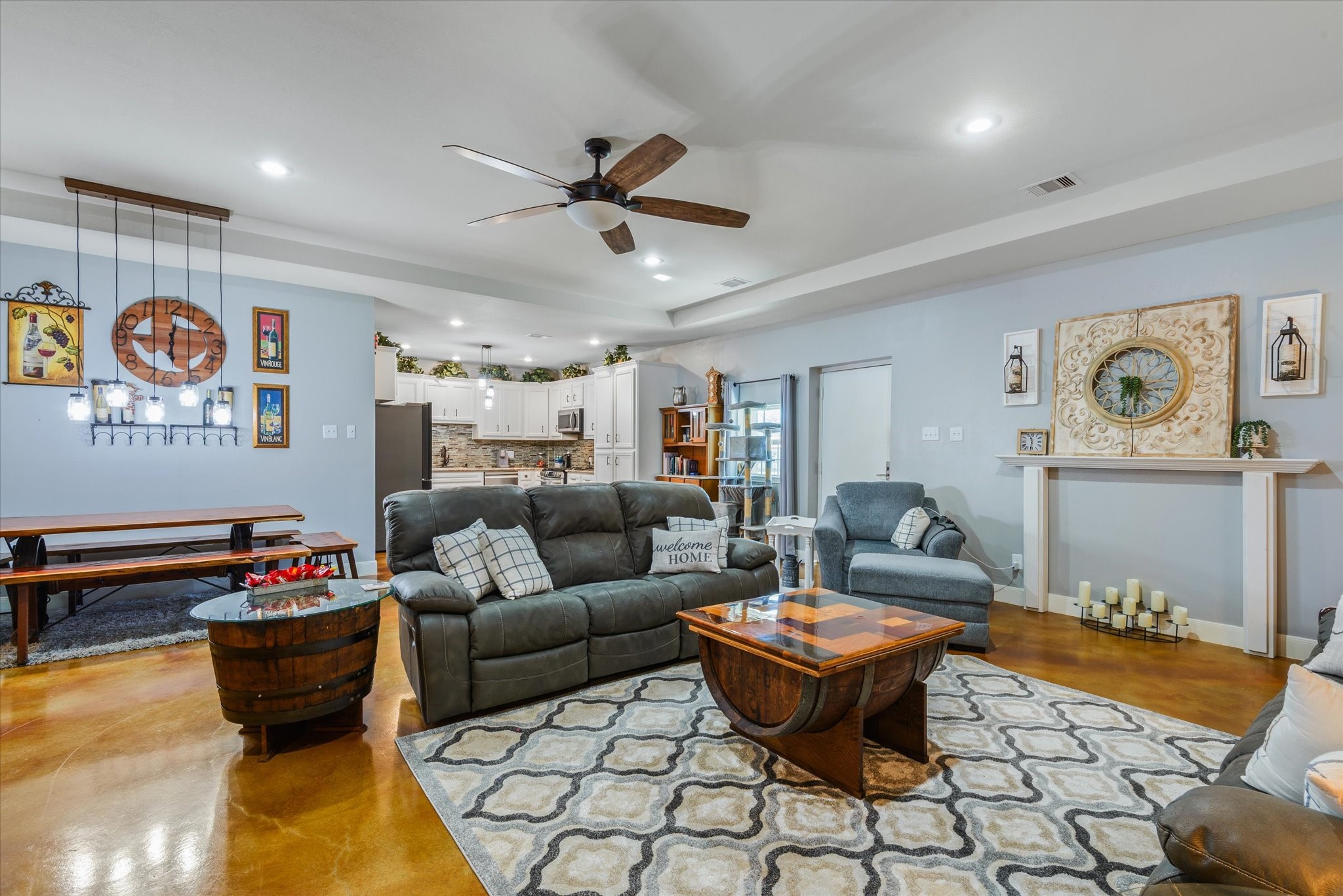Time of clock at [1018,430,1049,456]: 11:31
